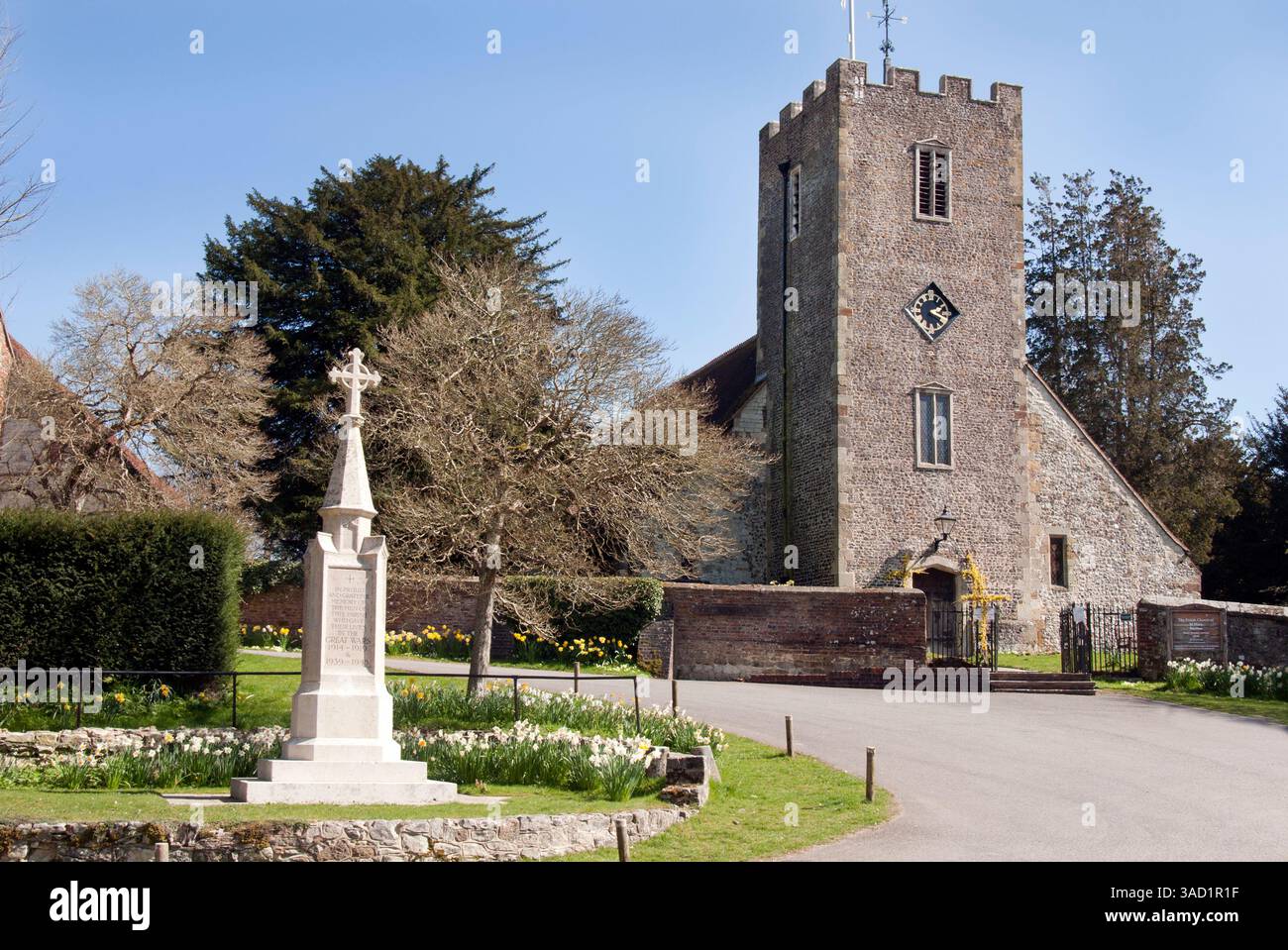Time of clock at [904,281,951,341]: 2:18
